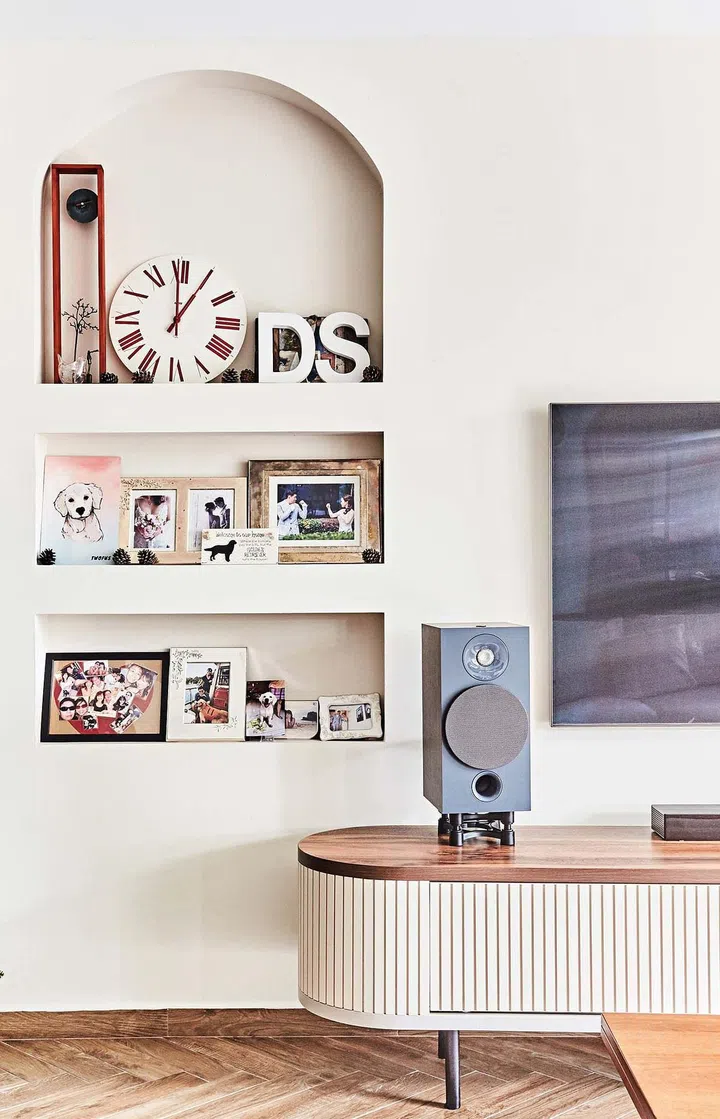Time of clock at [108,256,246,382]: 12:59
